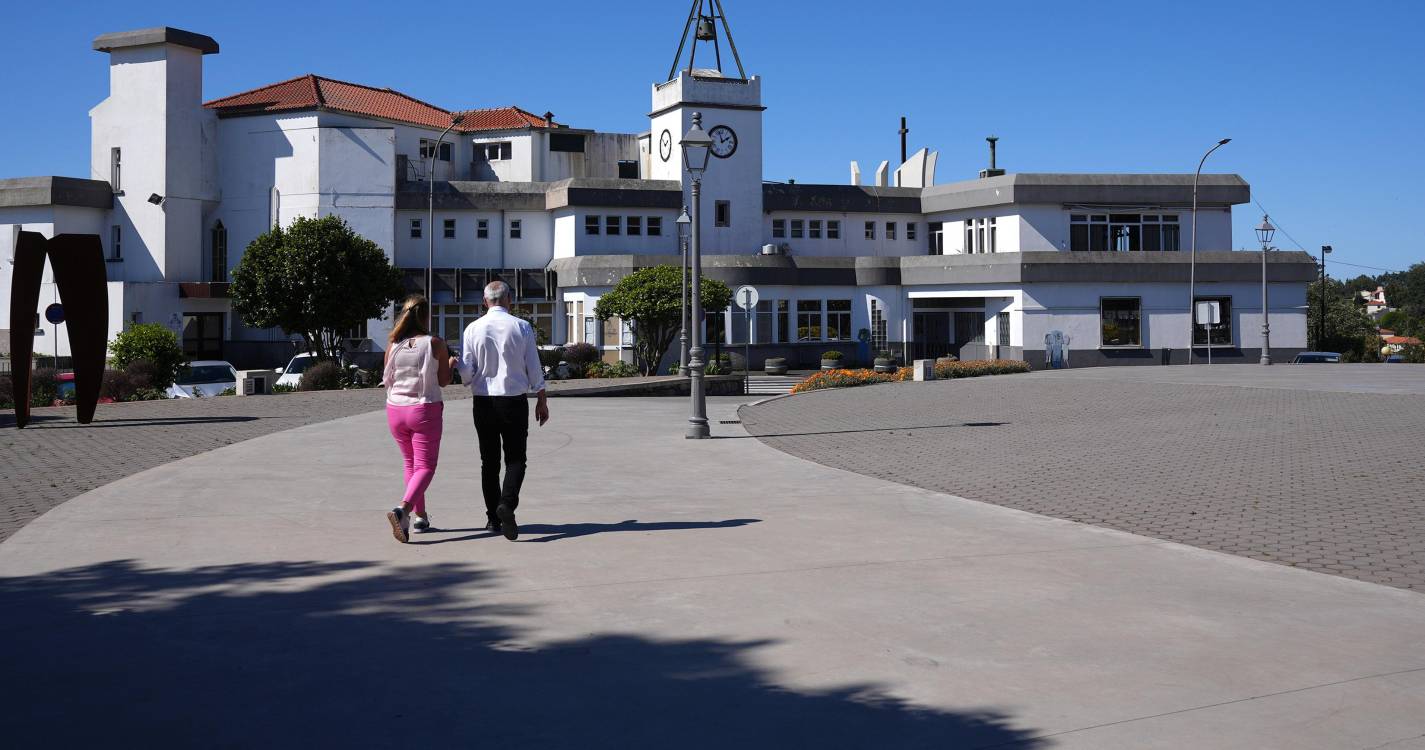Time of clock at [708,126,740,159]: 1:57
